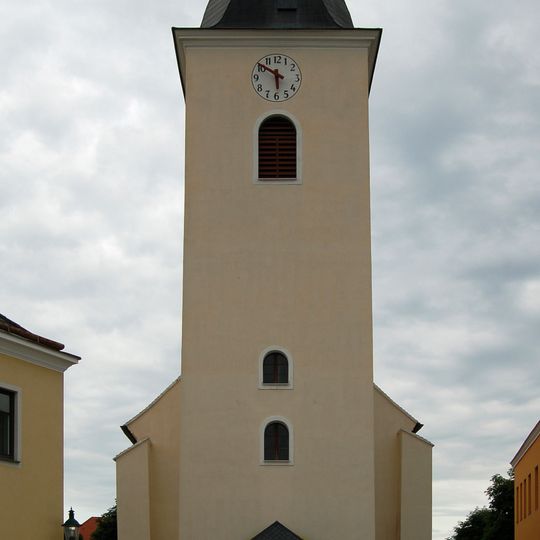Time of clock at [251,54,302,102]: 5:50
